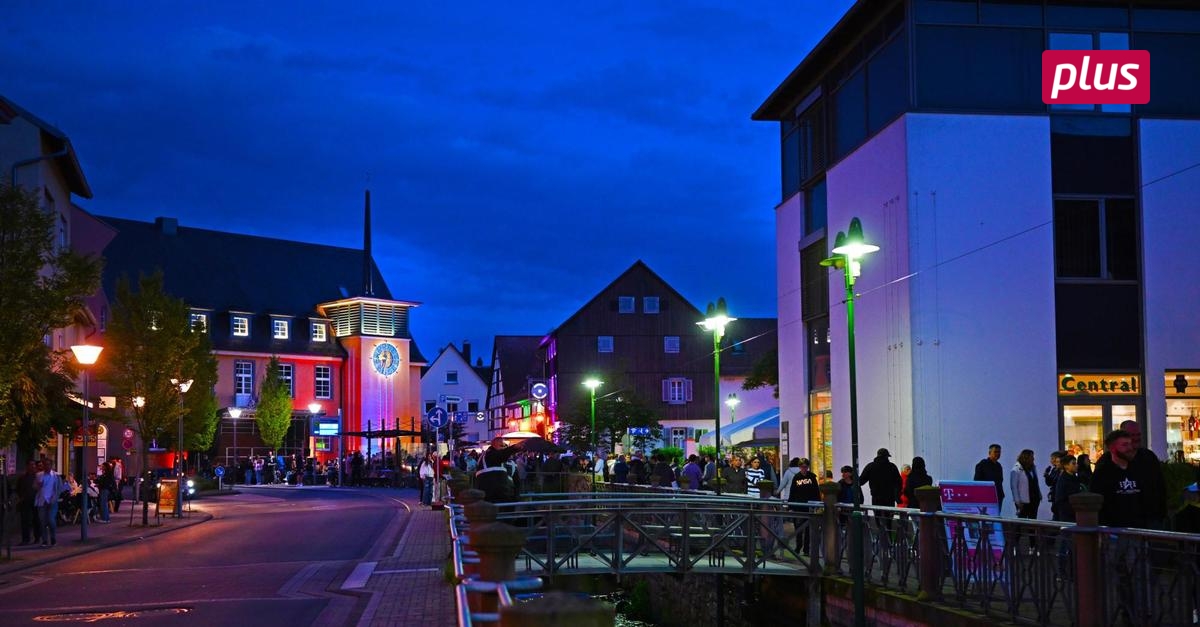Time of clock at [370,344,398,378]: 12:32
